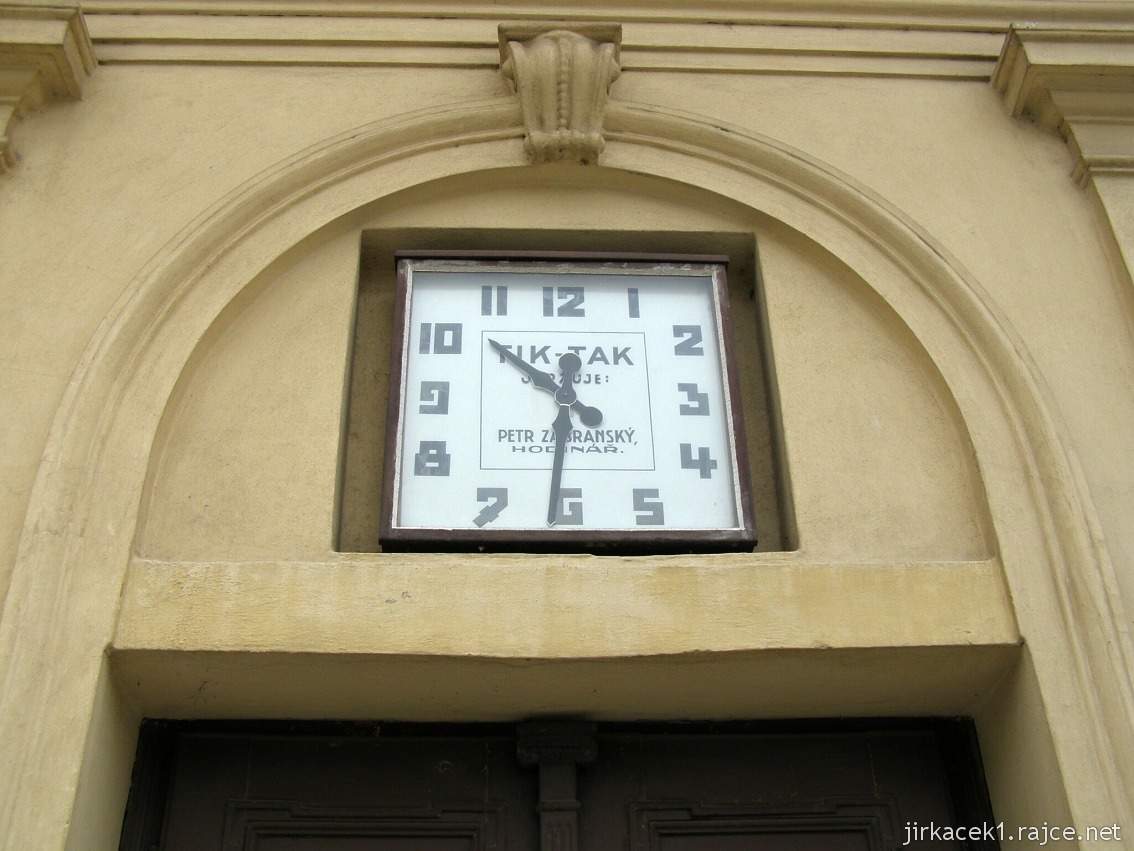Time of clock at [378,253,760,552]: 10:31
